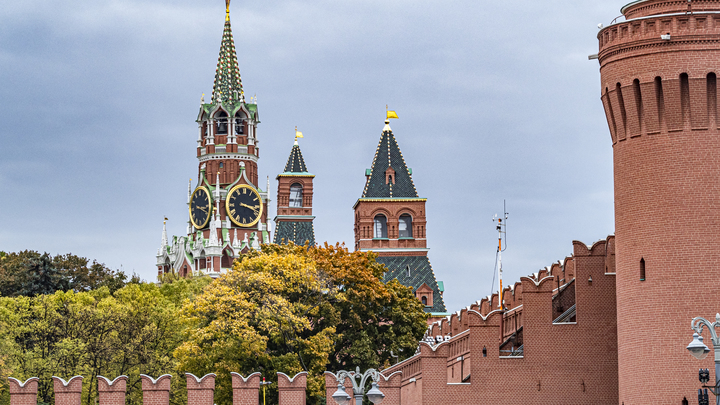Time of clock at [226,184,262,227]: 3:18
